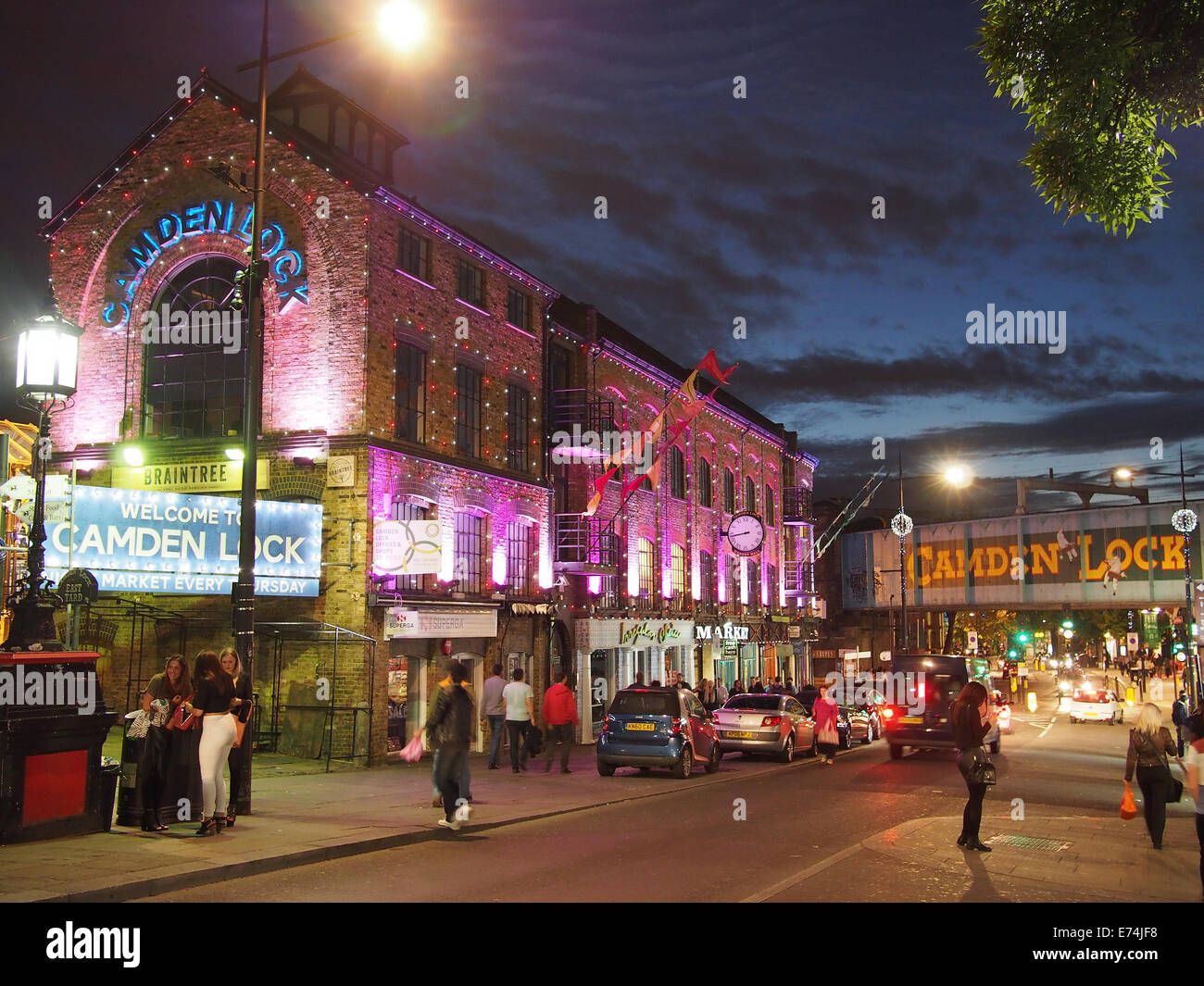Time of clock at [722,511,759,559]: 8:43
